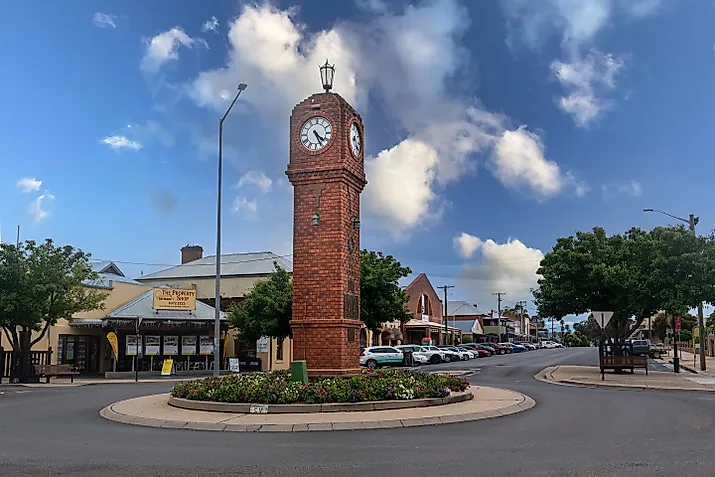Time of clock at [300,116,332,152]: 4:26
